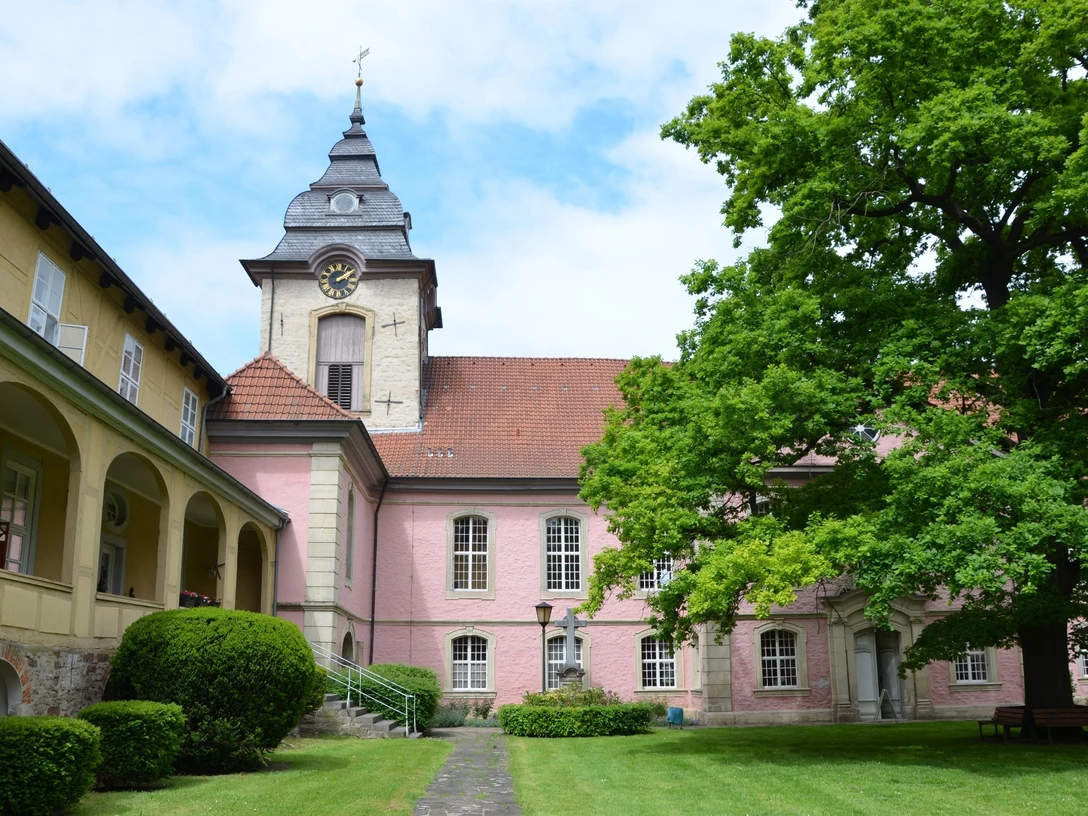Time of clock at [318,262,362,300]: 2:09
